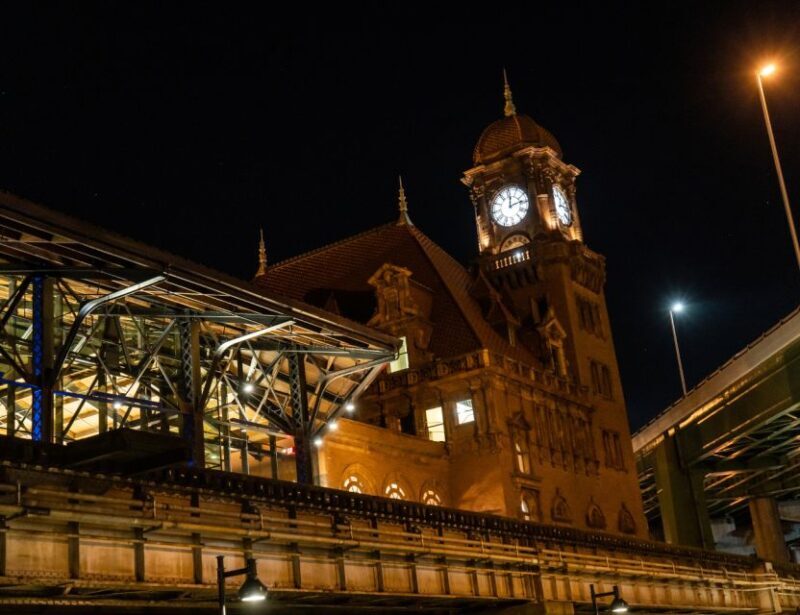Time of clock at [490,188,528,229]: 12:13
